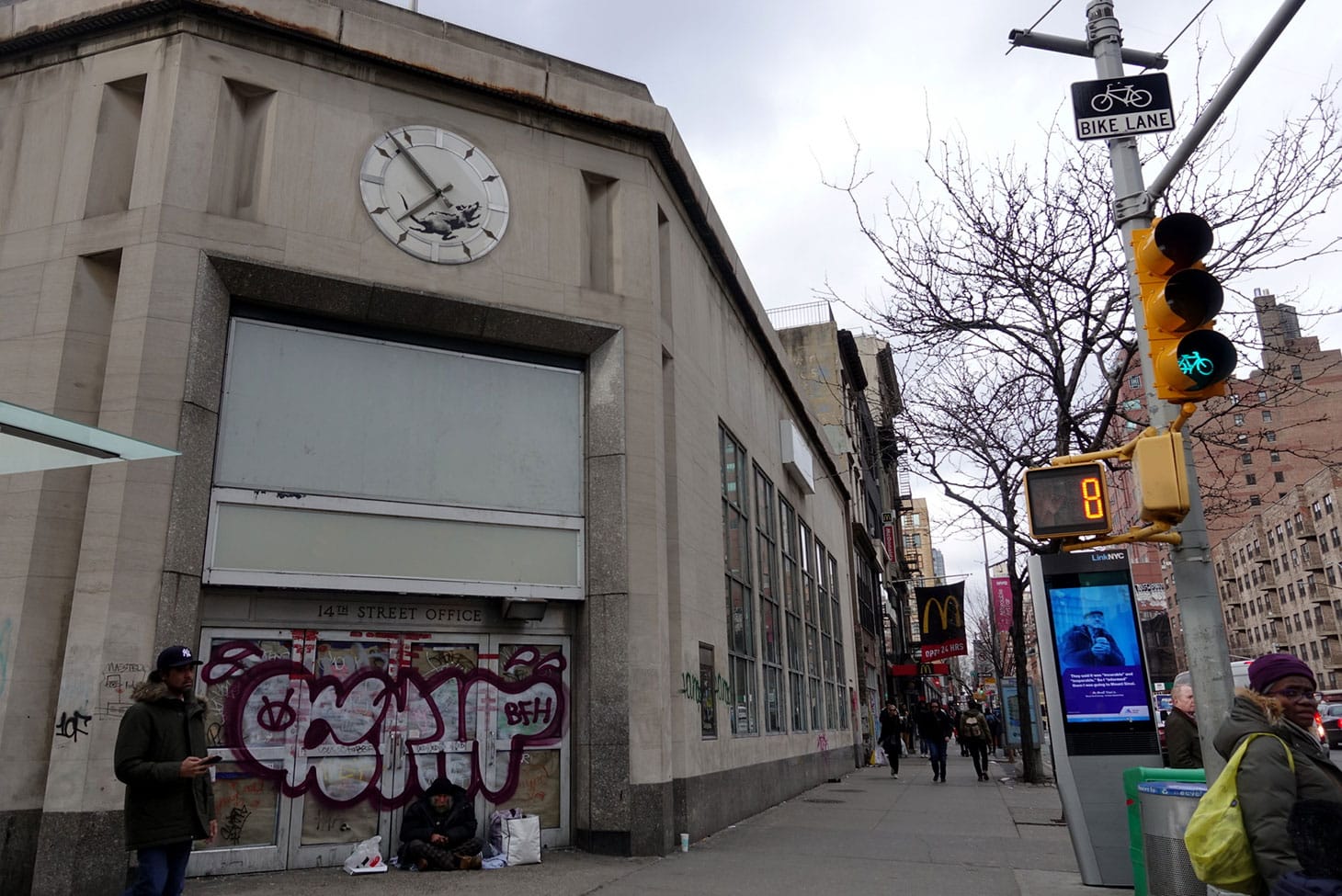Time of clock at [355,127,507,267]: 3:52
